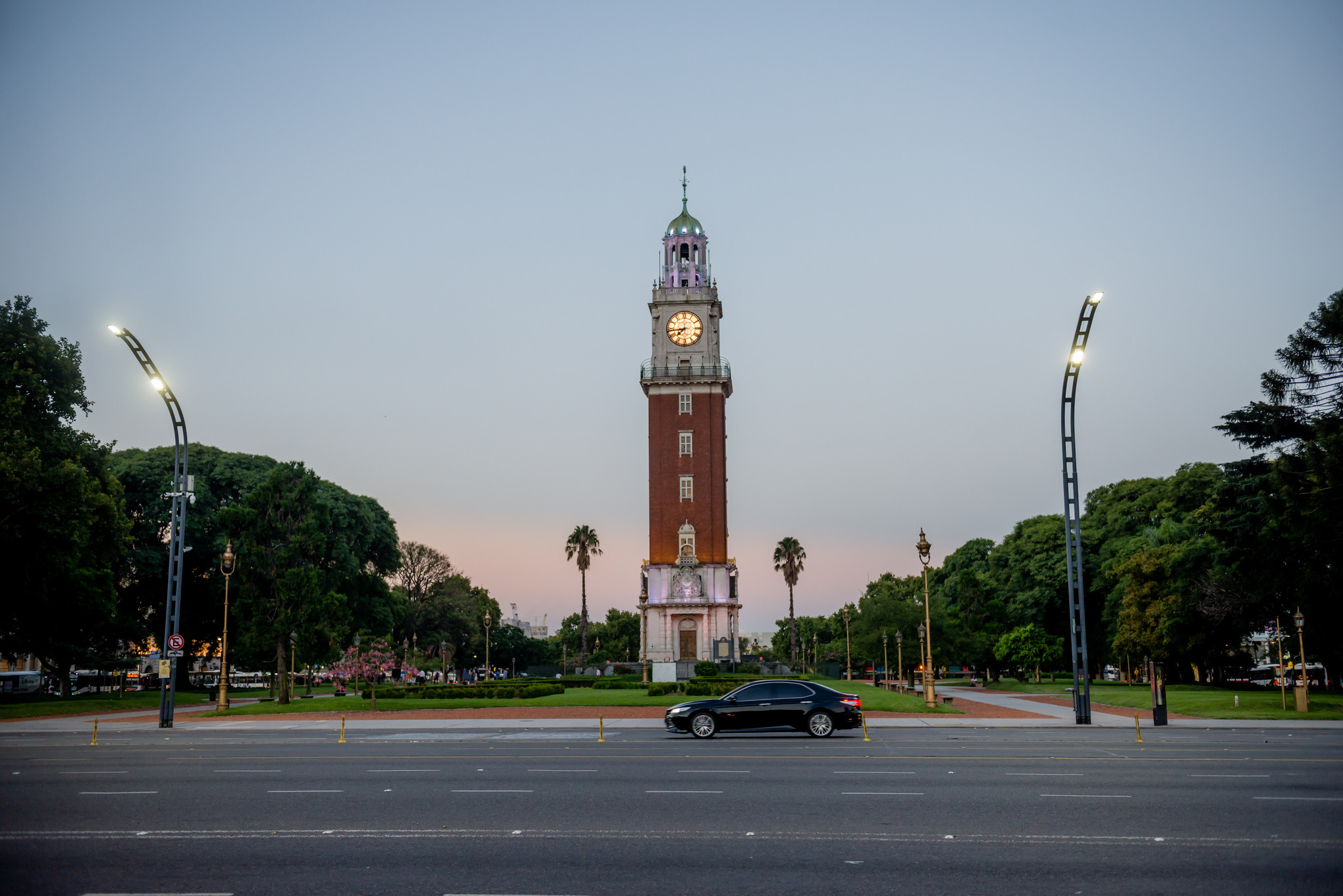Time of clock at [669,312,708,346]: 7:43
